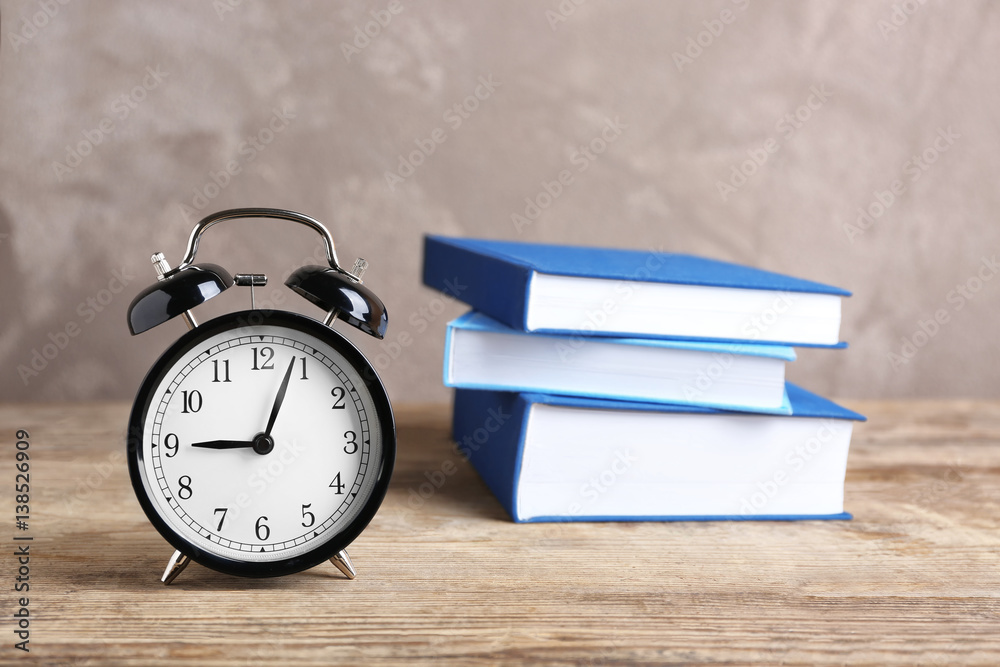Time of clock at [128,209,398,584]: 9:03
